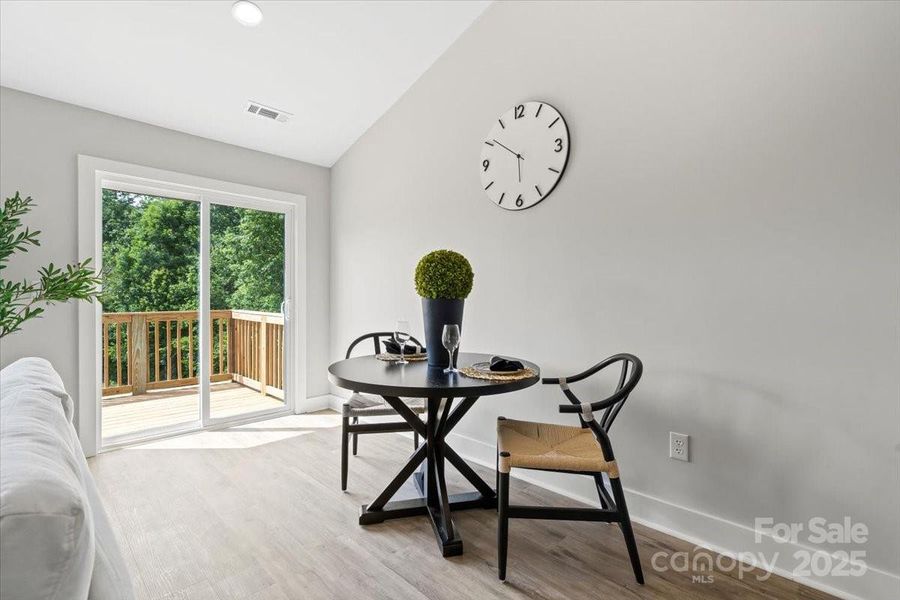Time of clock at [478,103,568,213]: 5:50
